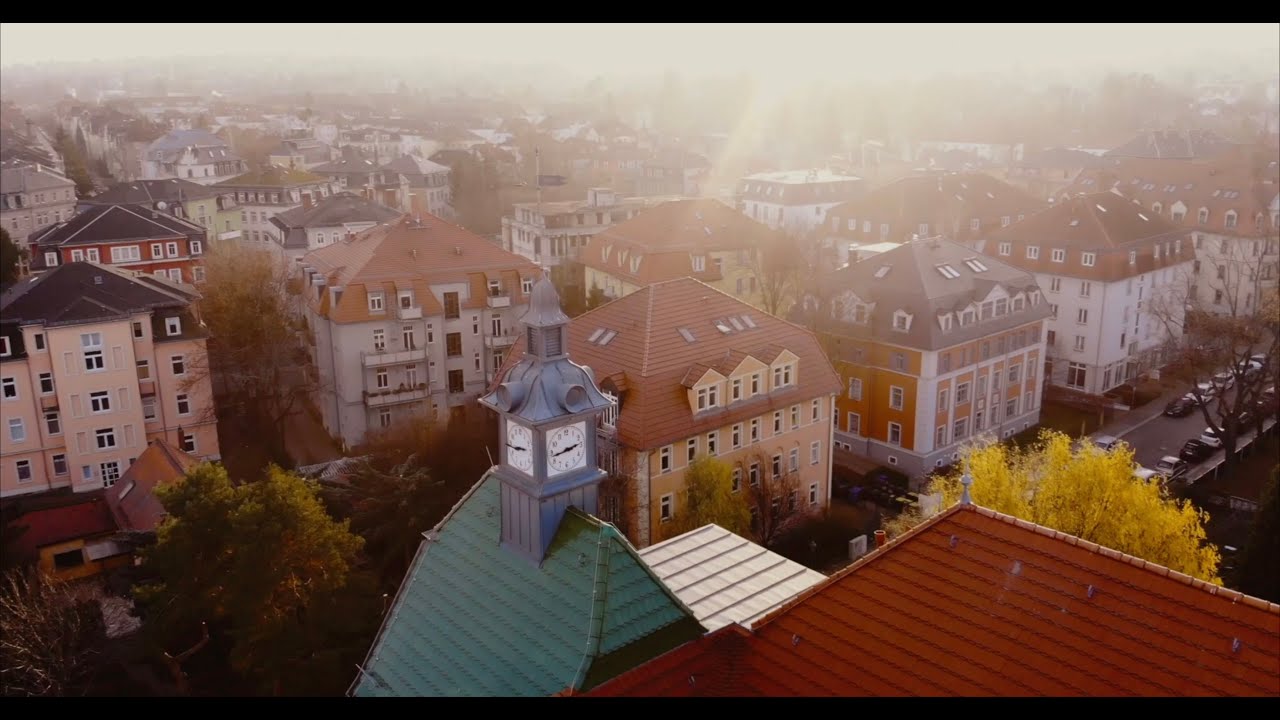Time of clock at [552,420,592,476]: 2:43
